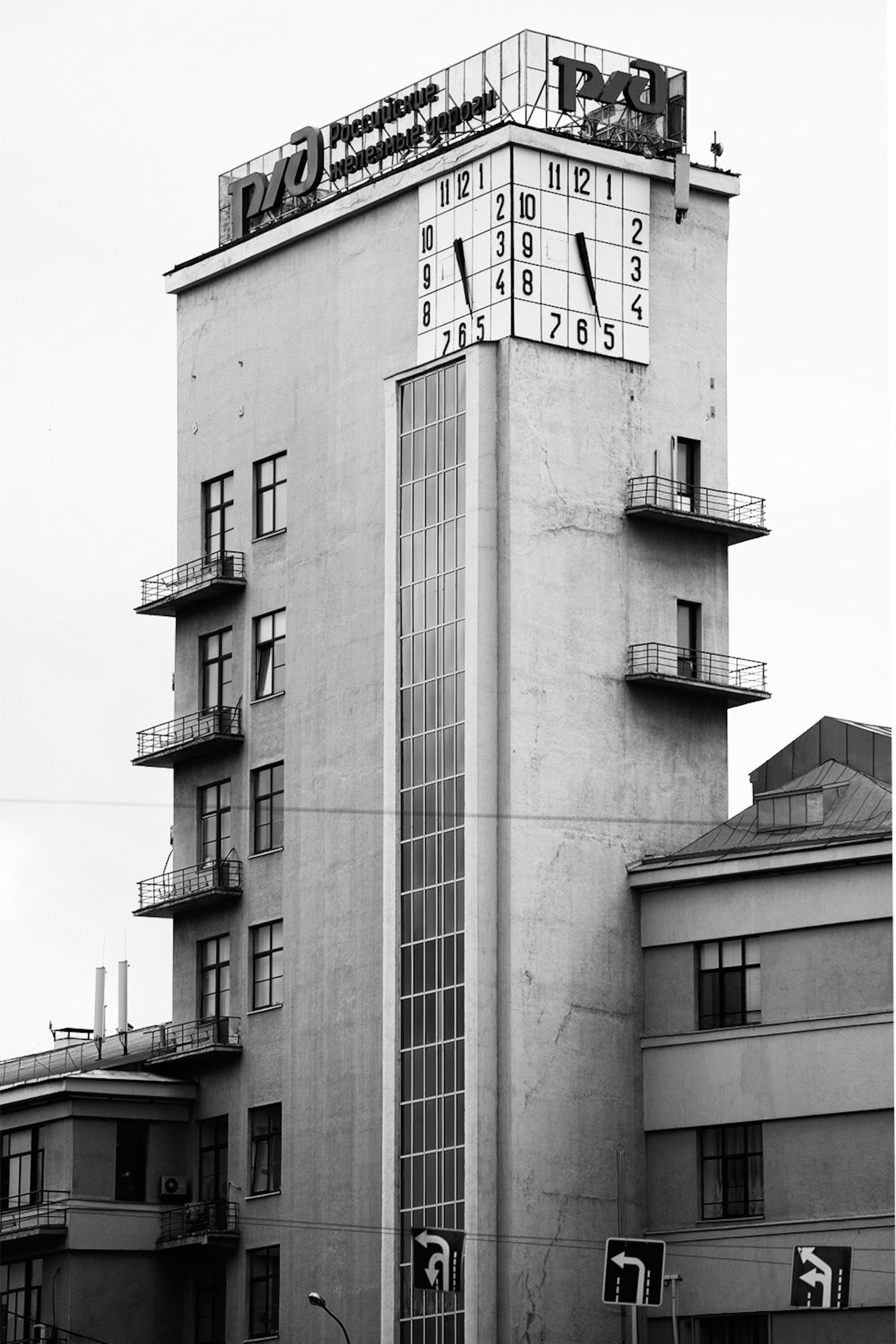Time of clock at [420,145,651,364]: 5:26
